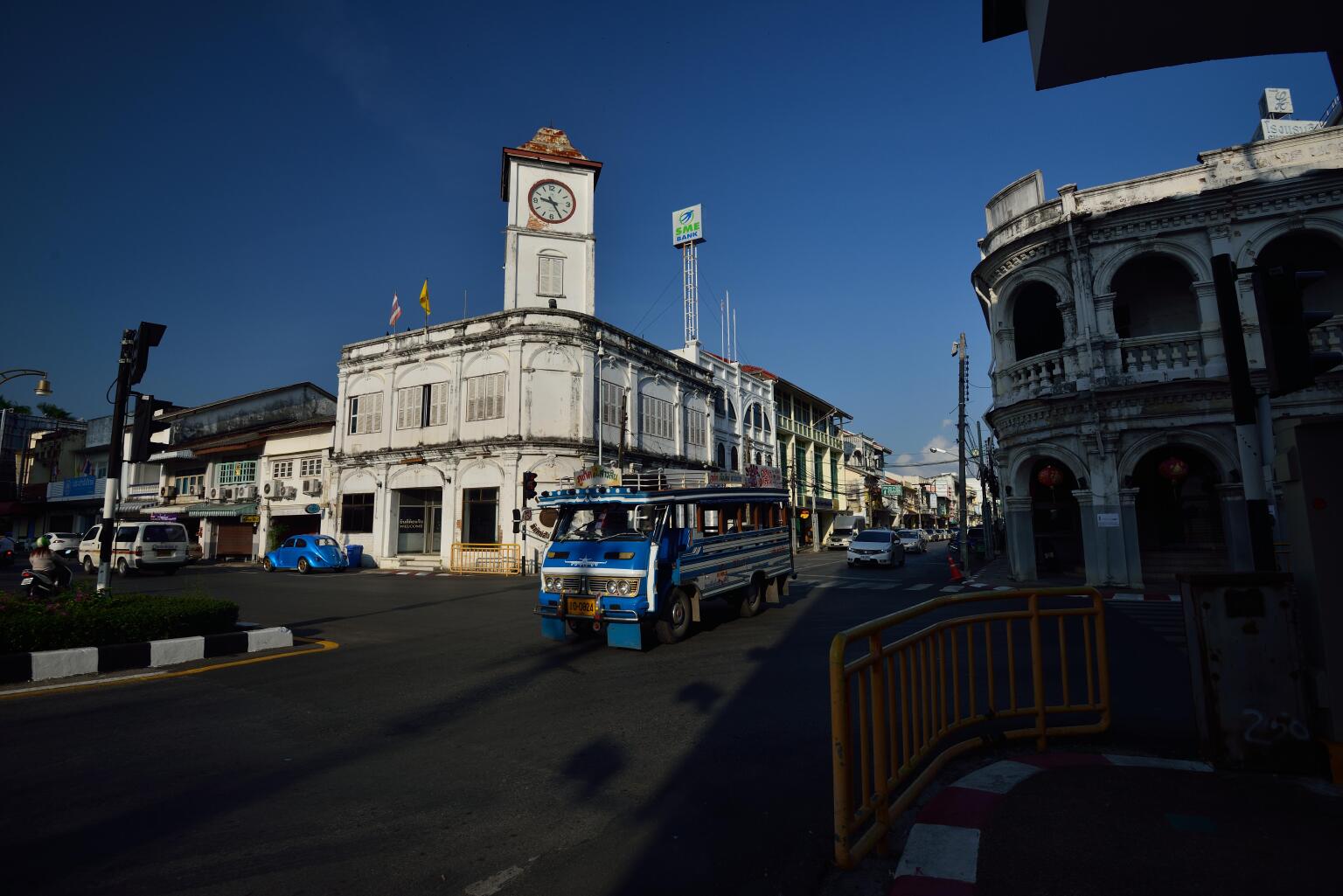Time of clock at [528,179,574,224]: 9:24
